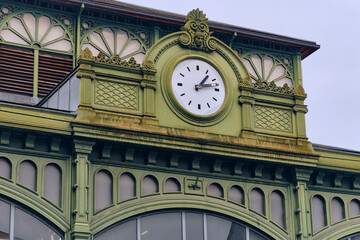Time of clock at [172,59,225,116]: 1:12
